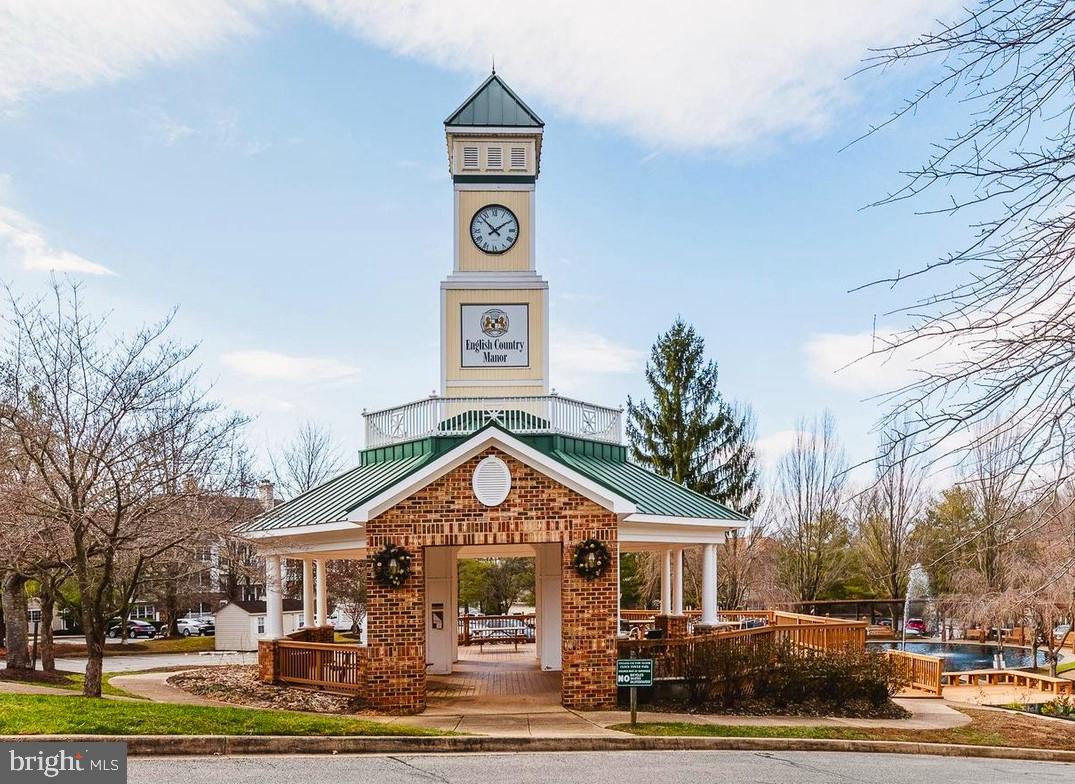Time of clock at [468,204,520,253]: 1:52
